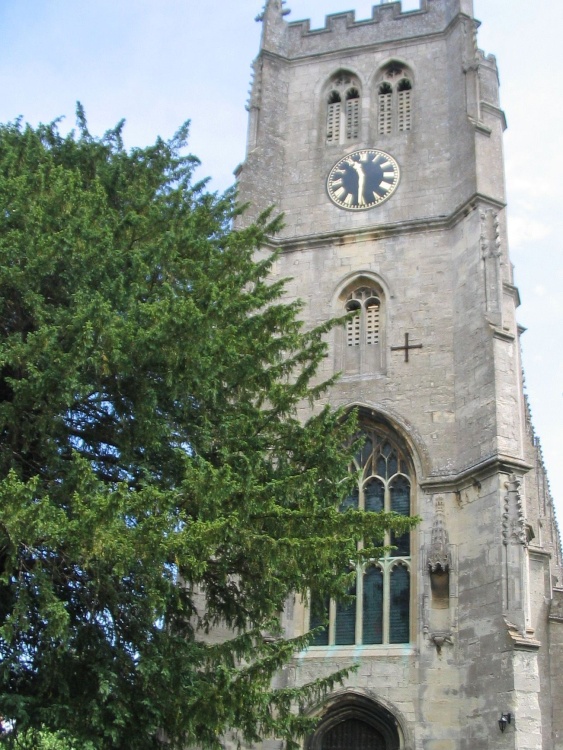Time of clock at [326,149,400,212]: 11:30
